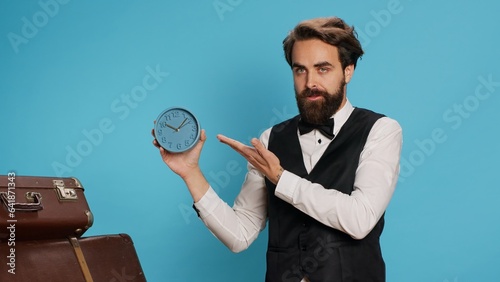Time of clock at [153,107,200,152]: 10:07
